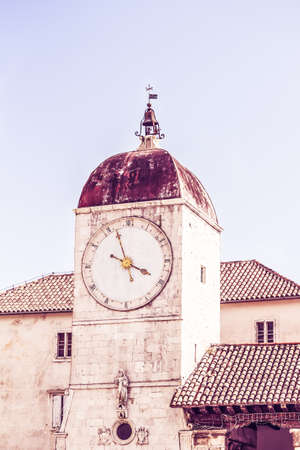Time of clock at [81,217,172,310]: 3:57
